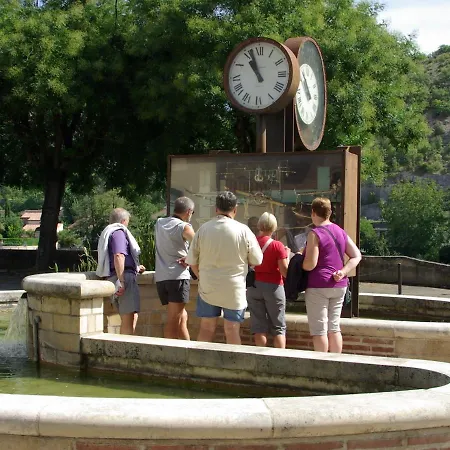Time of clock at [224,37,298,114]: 10:56
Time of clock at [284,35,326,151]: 10:56
